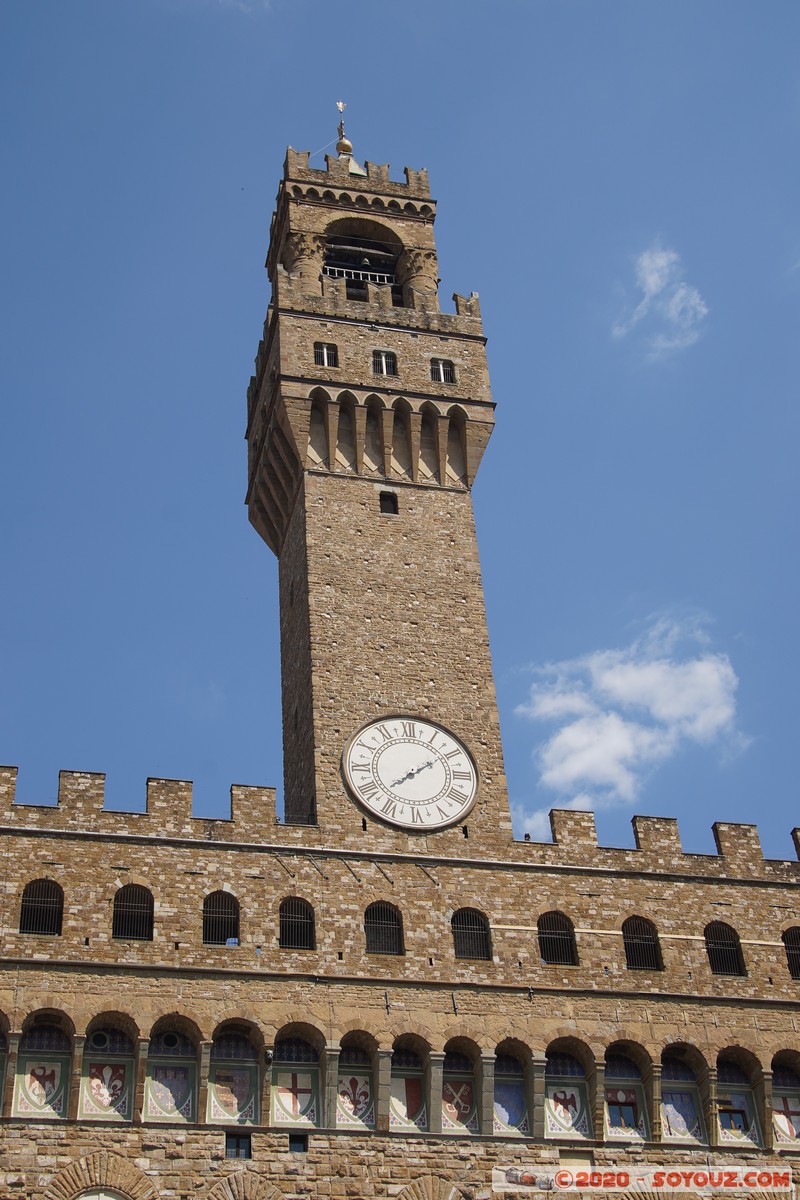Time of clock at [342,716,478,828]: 2:09
